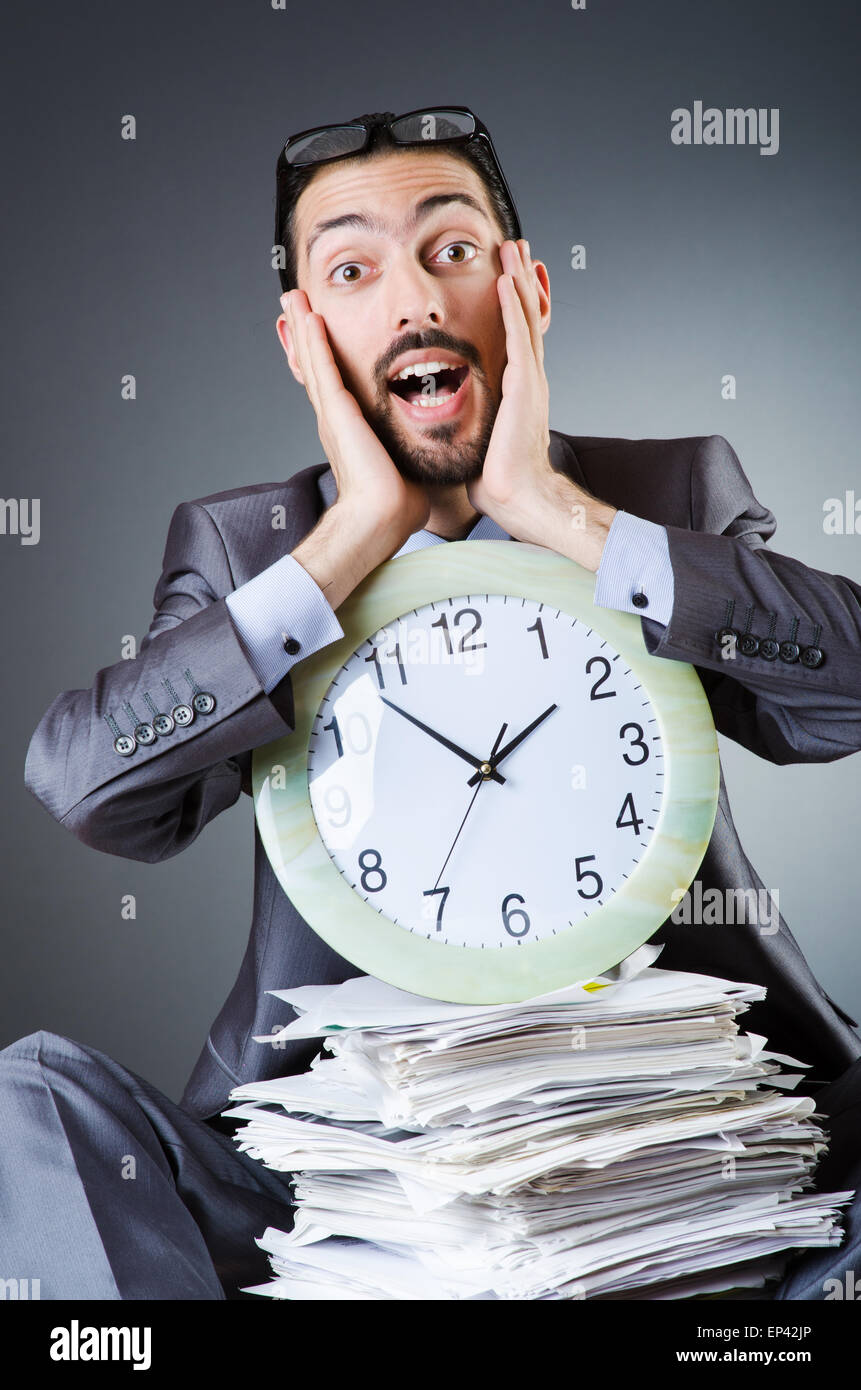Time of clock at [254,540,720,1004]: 1:53
